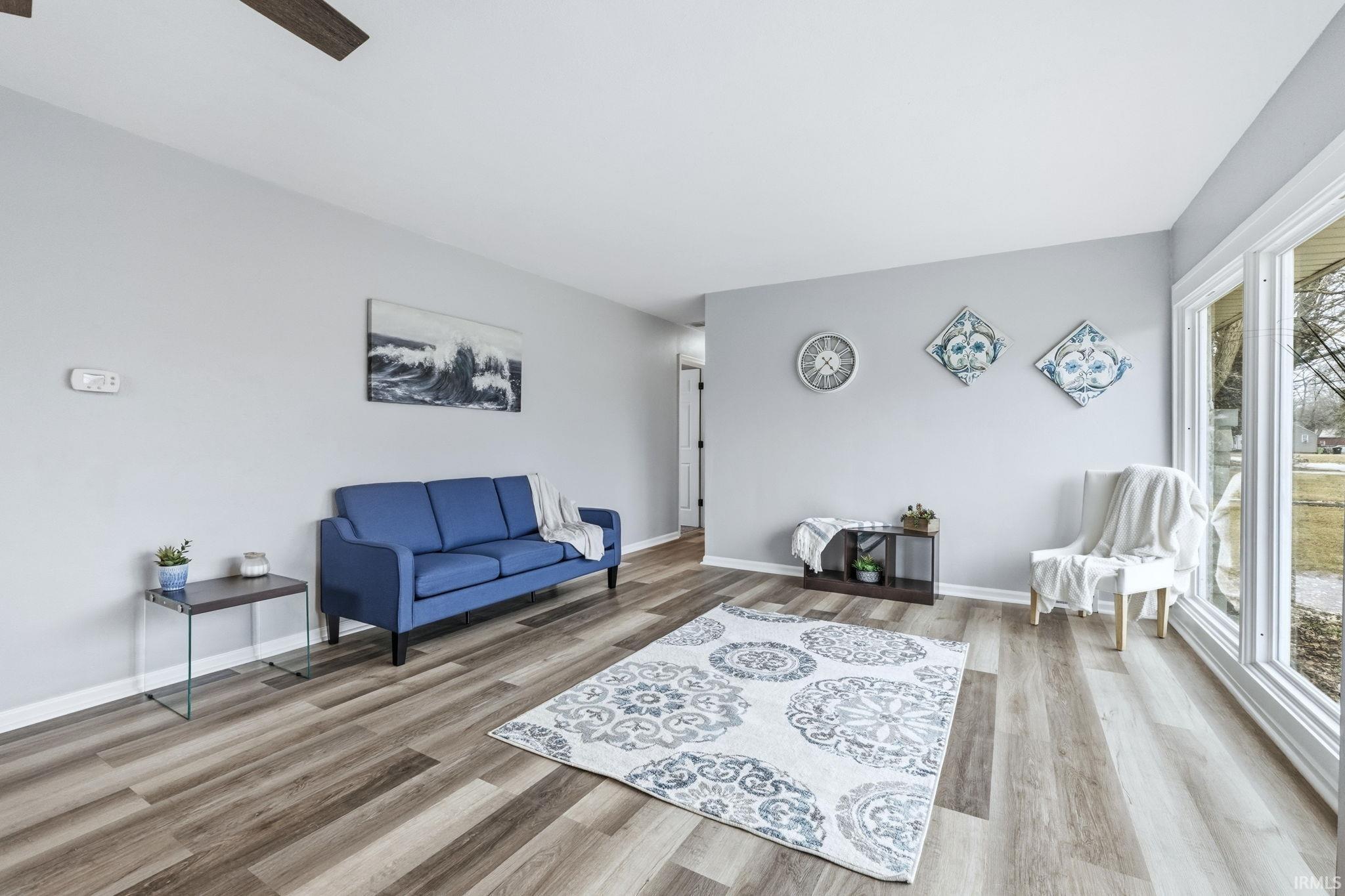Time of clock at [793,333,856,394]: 4:37
